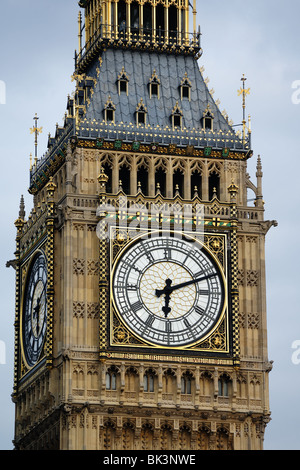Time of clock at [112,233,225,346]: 6:11
